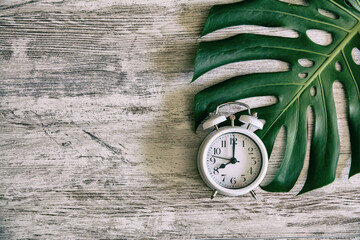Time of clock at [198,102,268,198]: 8:00
